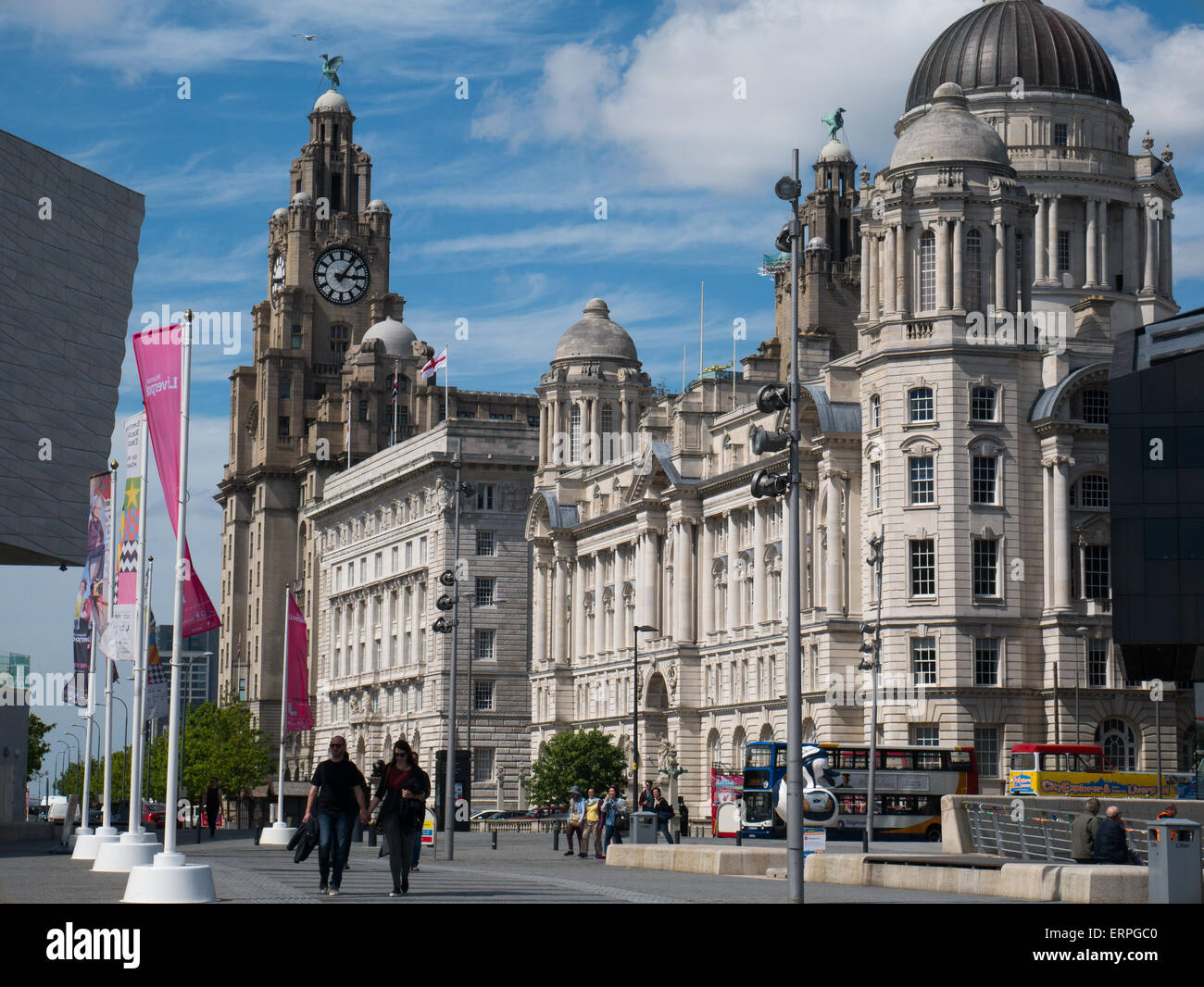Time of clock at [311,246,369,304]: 3:06
